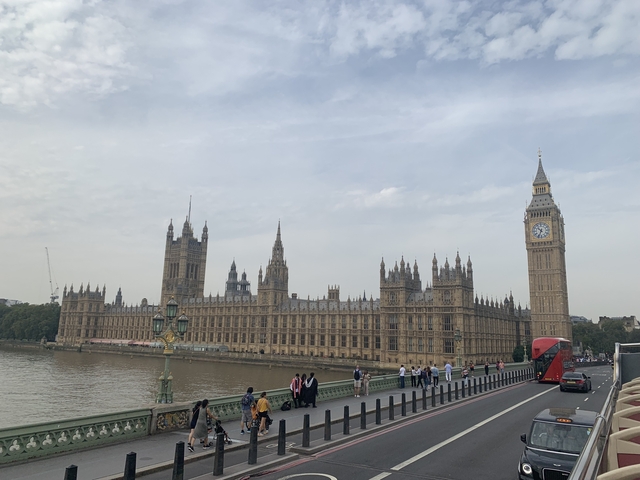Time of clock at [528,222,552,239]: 10:34
